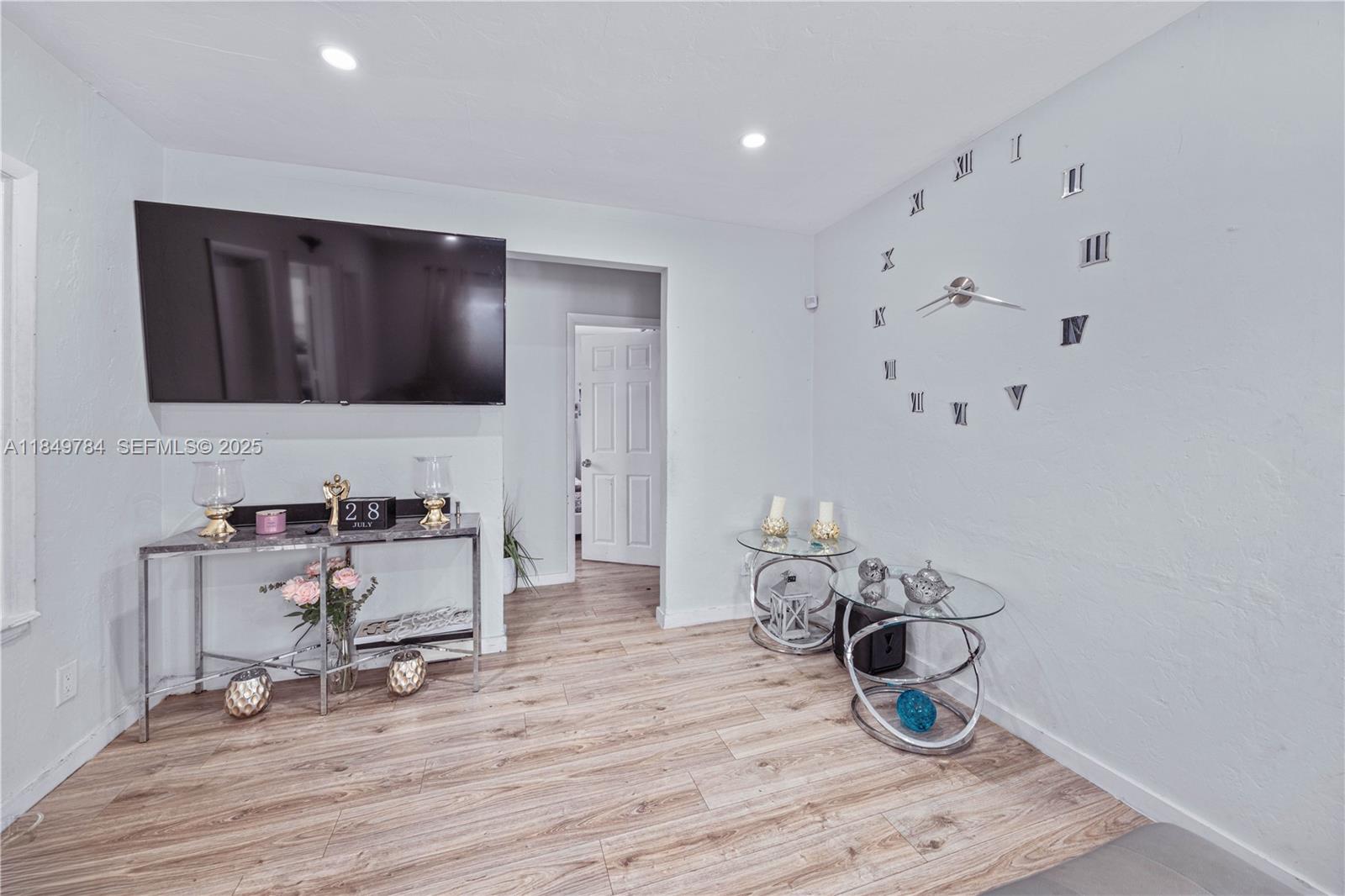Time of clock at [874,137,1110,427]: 3:43
